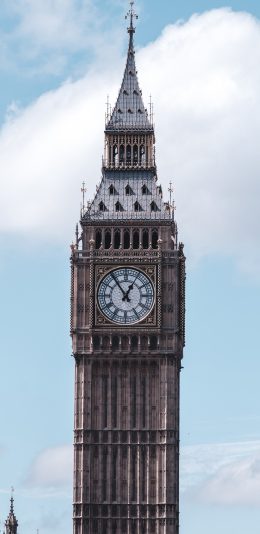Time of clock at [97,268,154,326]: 12:54
